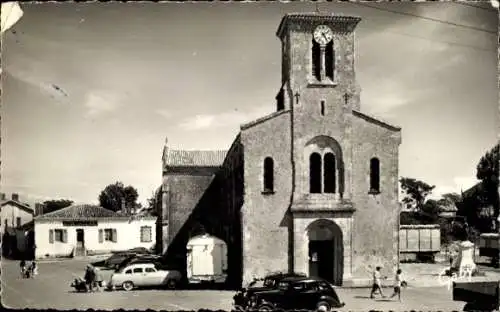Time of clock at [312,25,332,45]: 2:24
